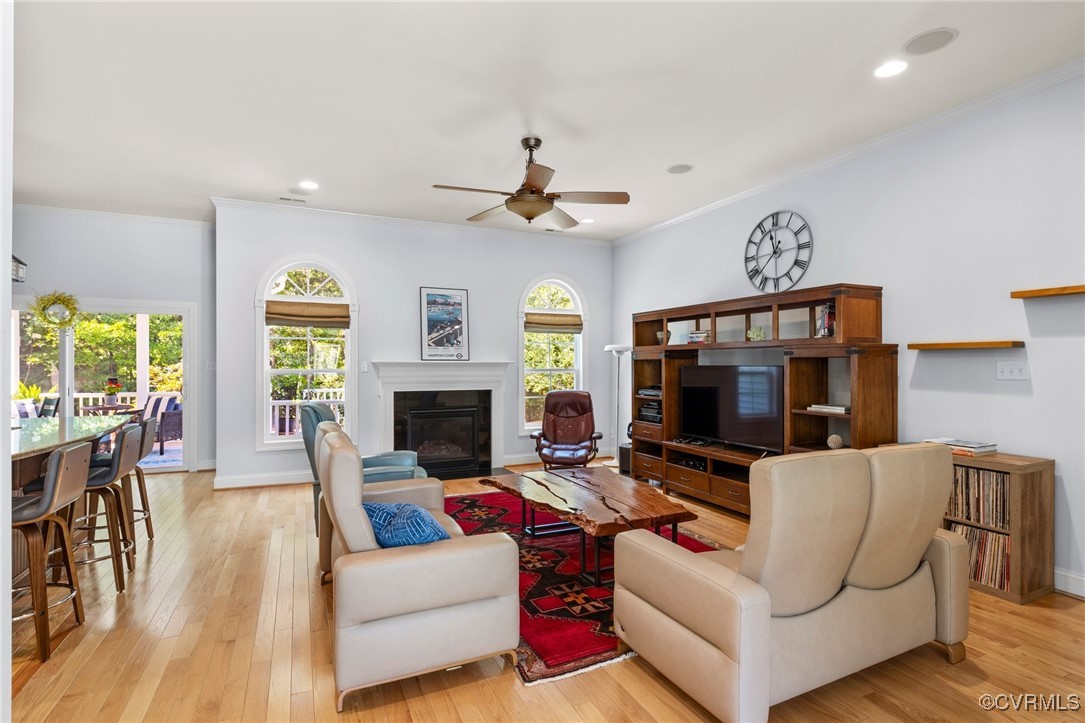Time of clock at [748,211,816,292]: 11:37
